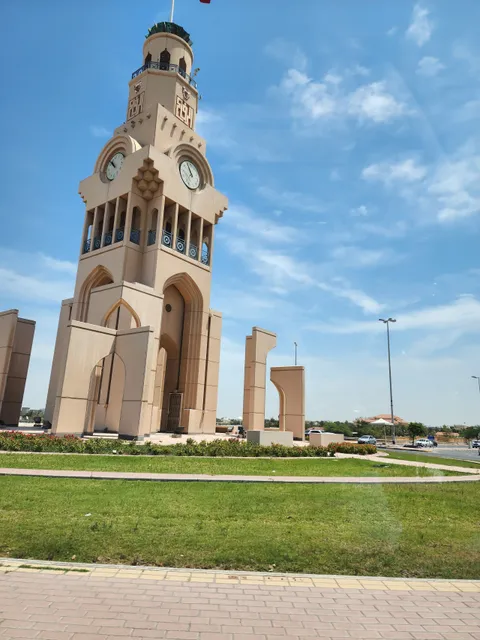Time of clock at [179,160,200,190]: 10:56
